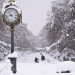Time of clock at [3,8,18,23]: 10:42
